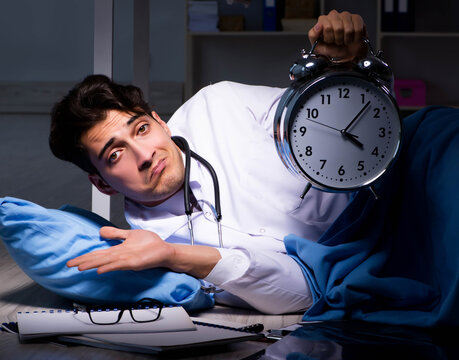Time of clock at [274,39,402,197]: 4:07
